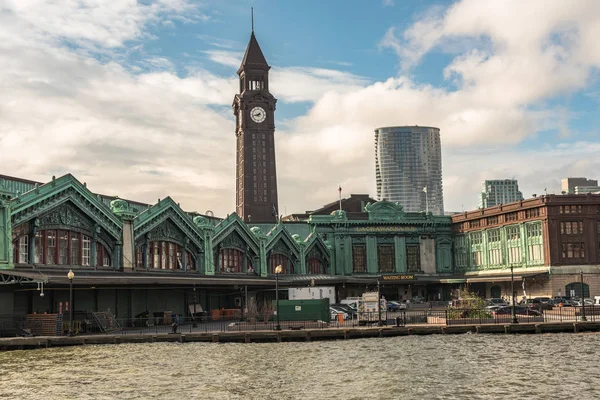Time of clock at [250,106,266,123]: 7:42
